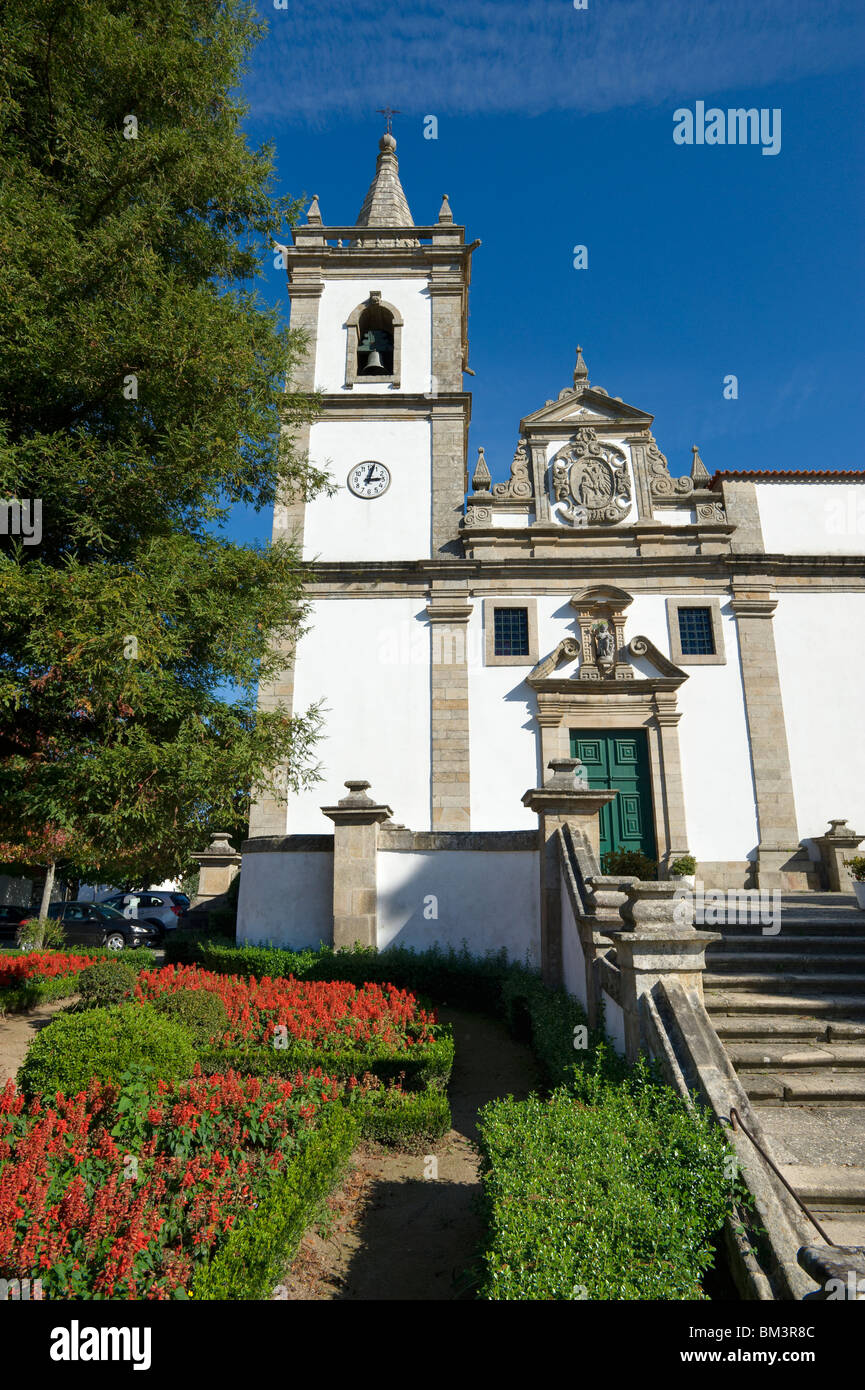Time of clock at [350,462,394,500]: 3:02
